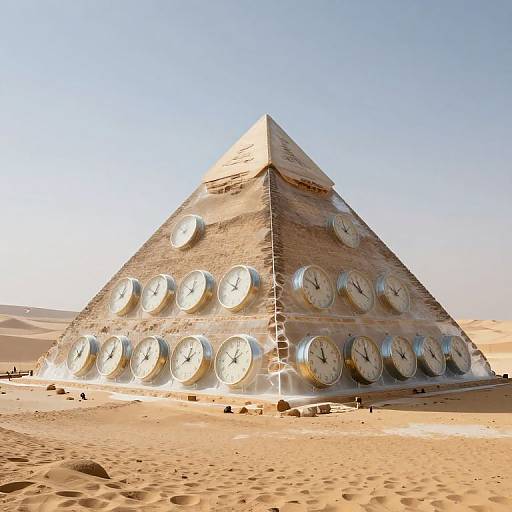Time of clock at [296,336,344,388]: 11:49
